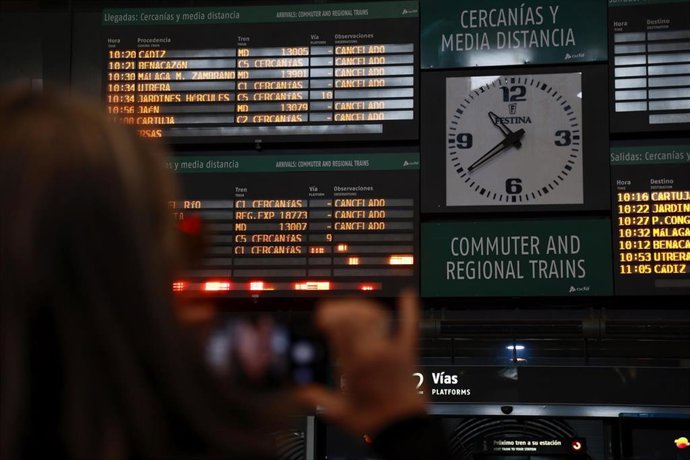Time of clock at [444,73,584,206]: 10:39
